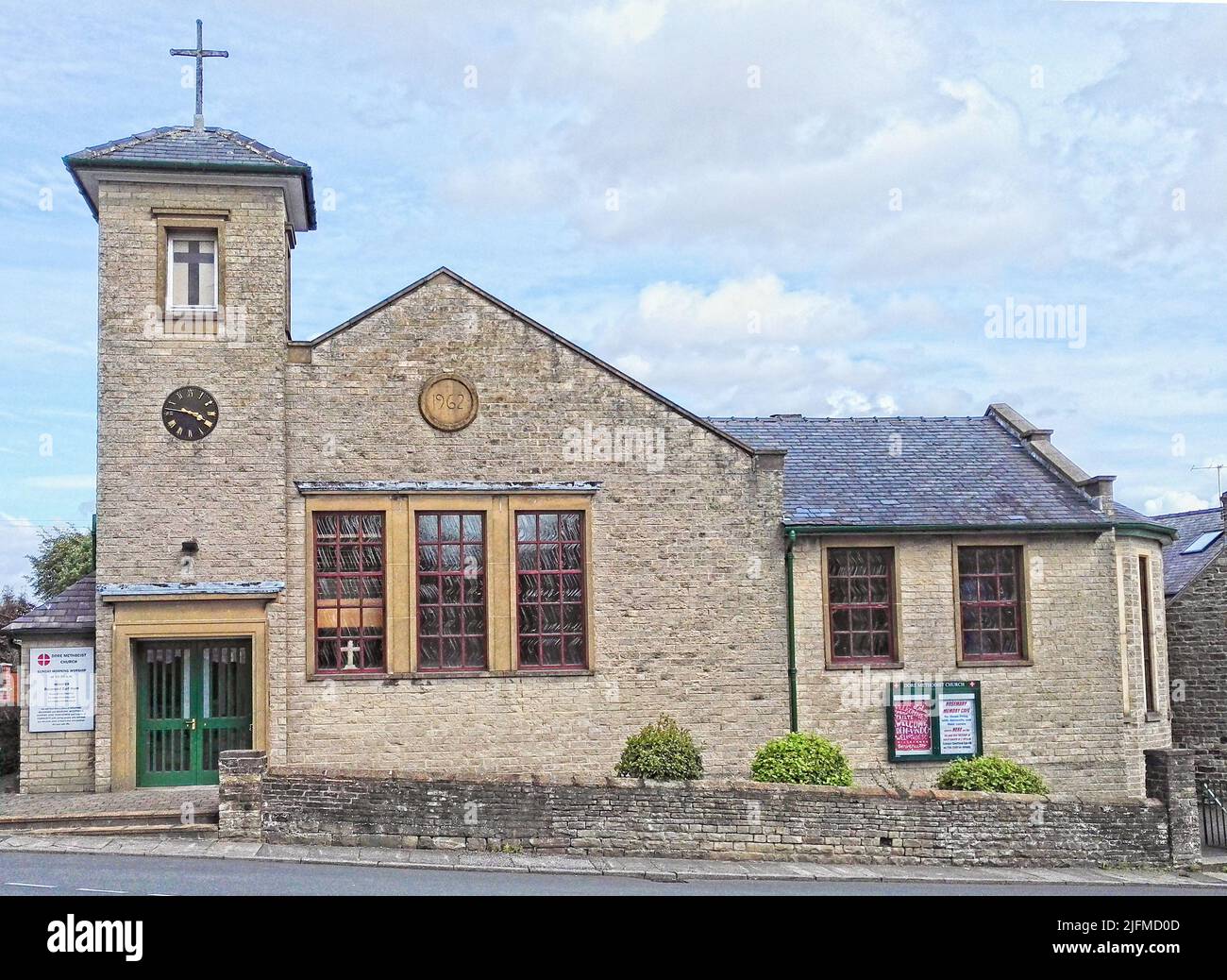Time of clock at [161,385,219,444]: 3:46
